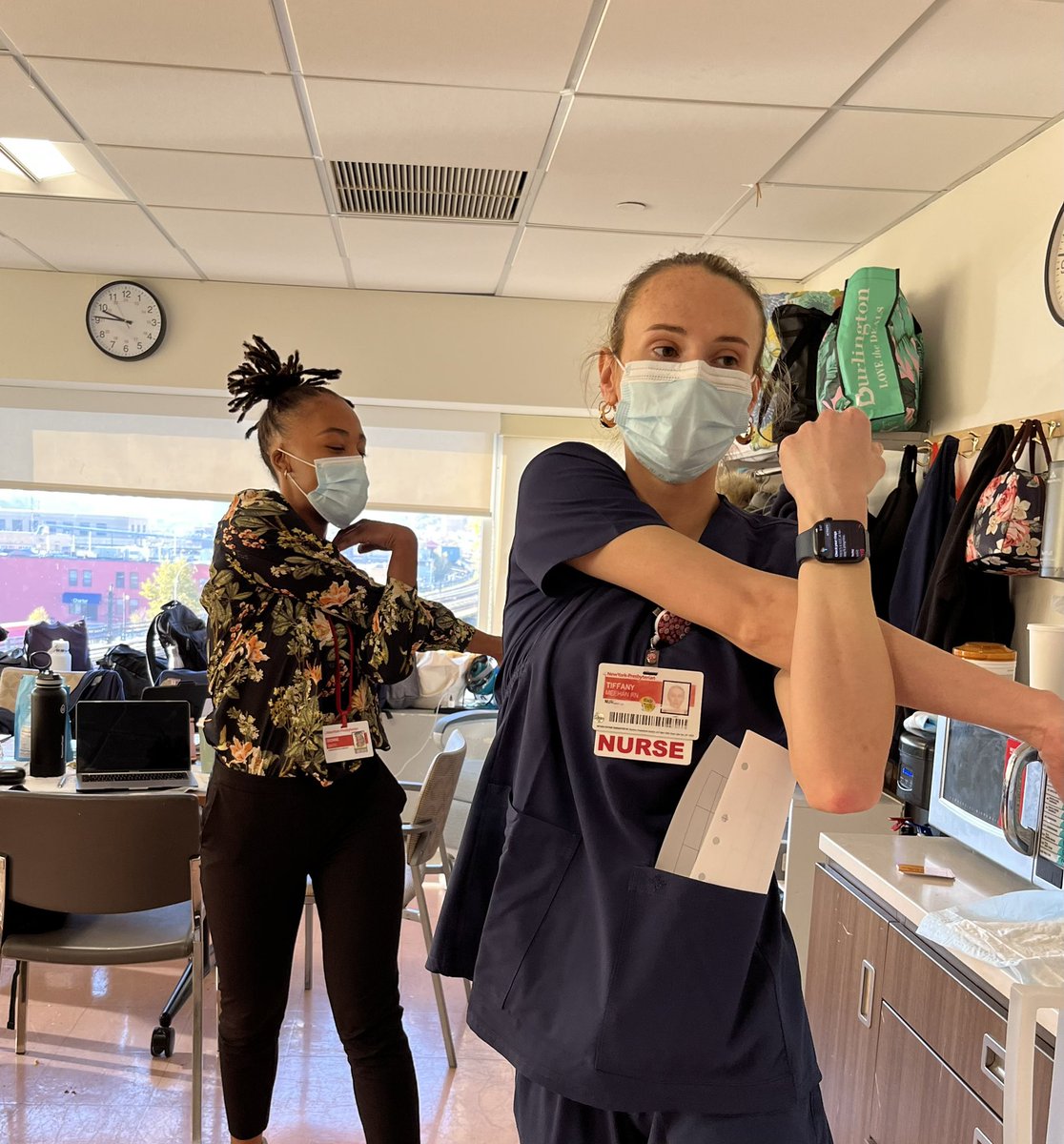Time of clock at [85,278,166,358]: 9:45
